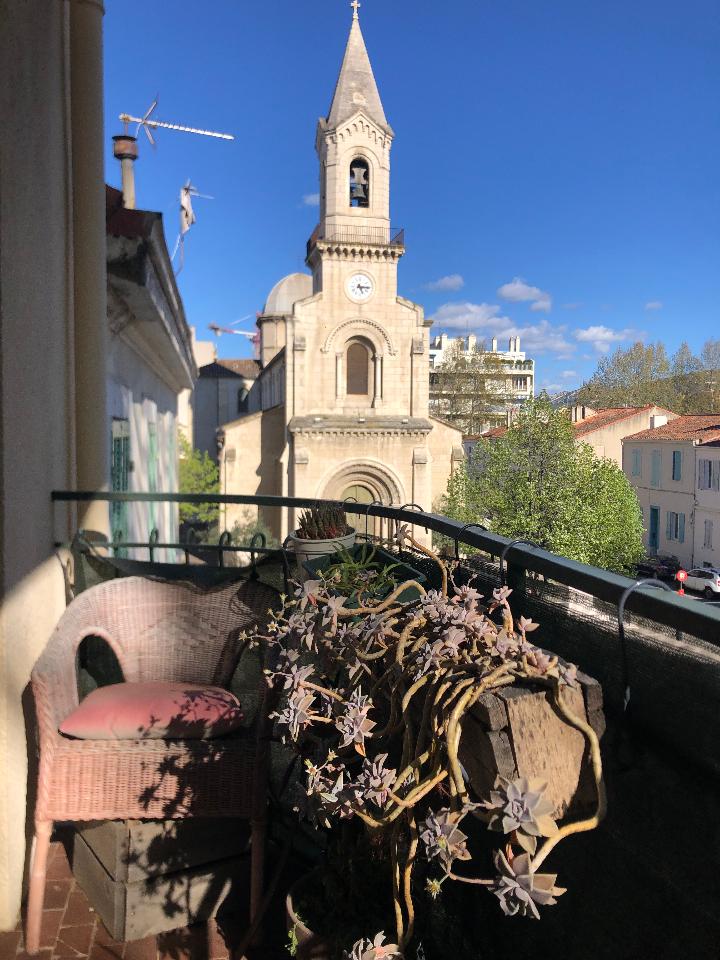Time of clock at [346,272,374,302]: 5:15
